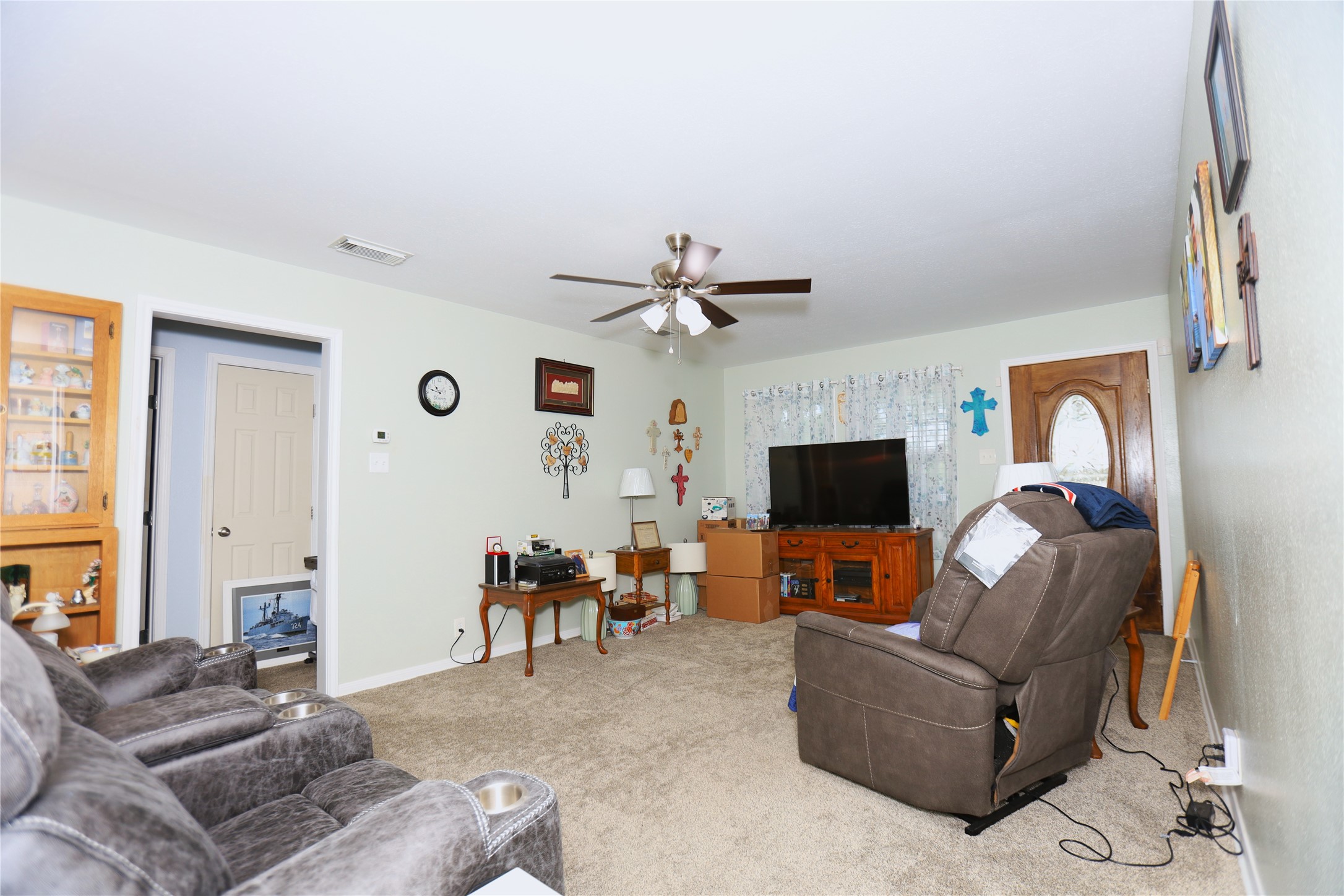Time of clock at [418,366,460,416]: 10:47
